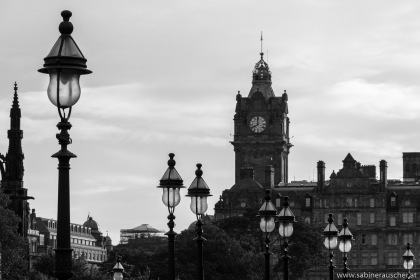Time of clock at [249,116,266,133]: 7:59
